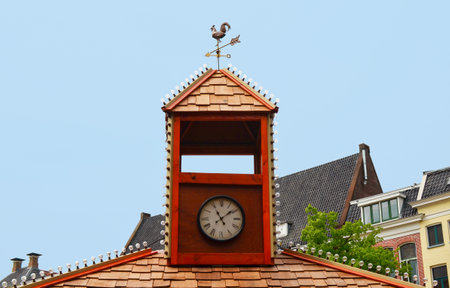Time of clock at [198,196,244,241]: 11:08
